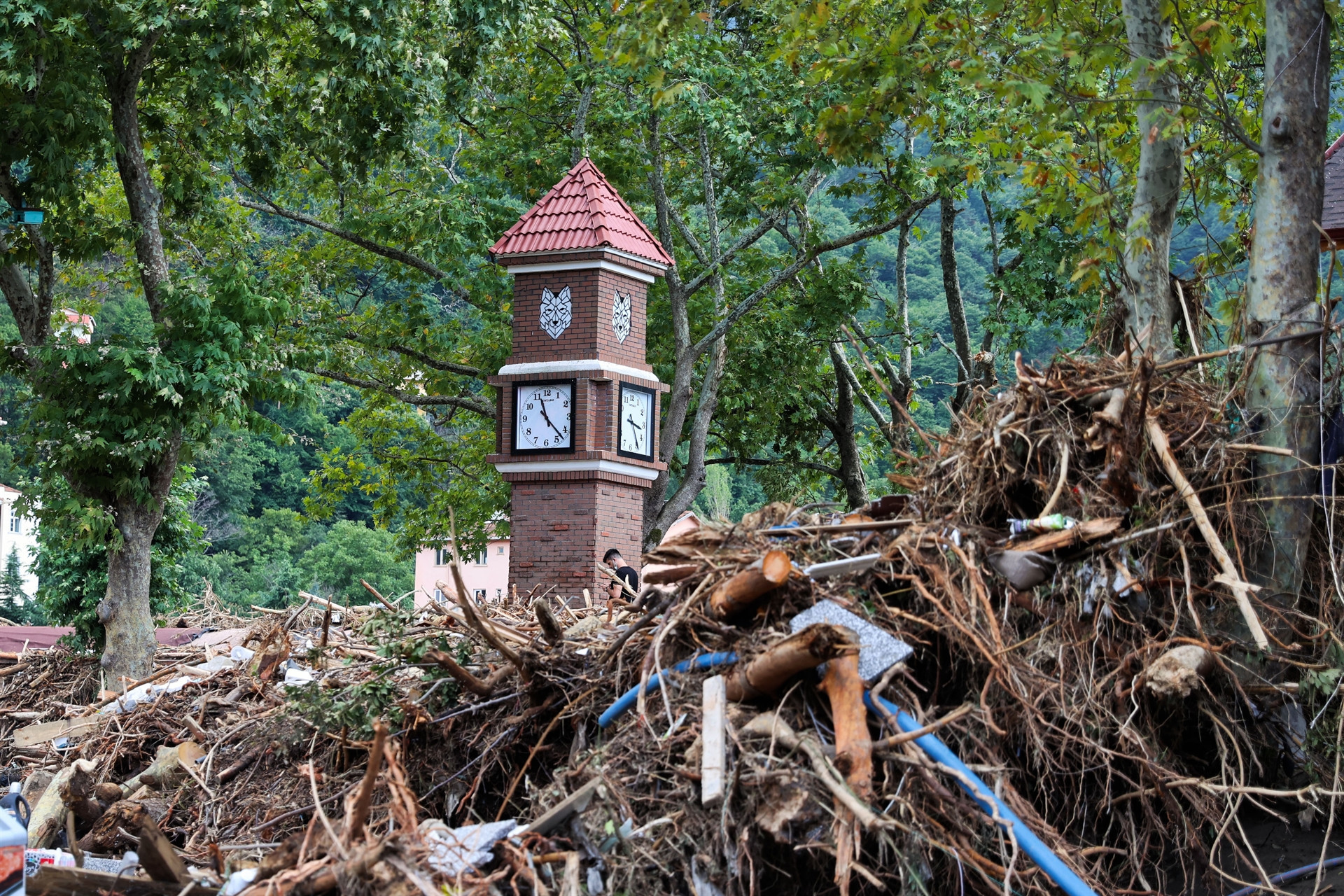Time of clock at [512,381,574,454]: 11:22
